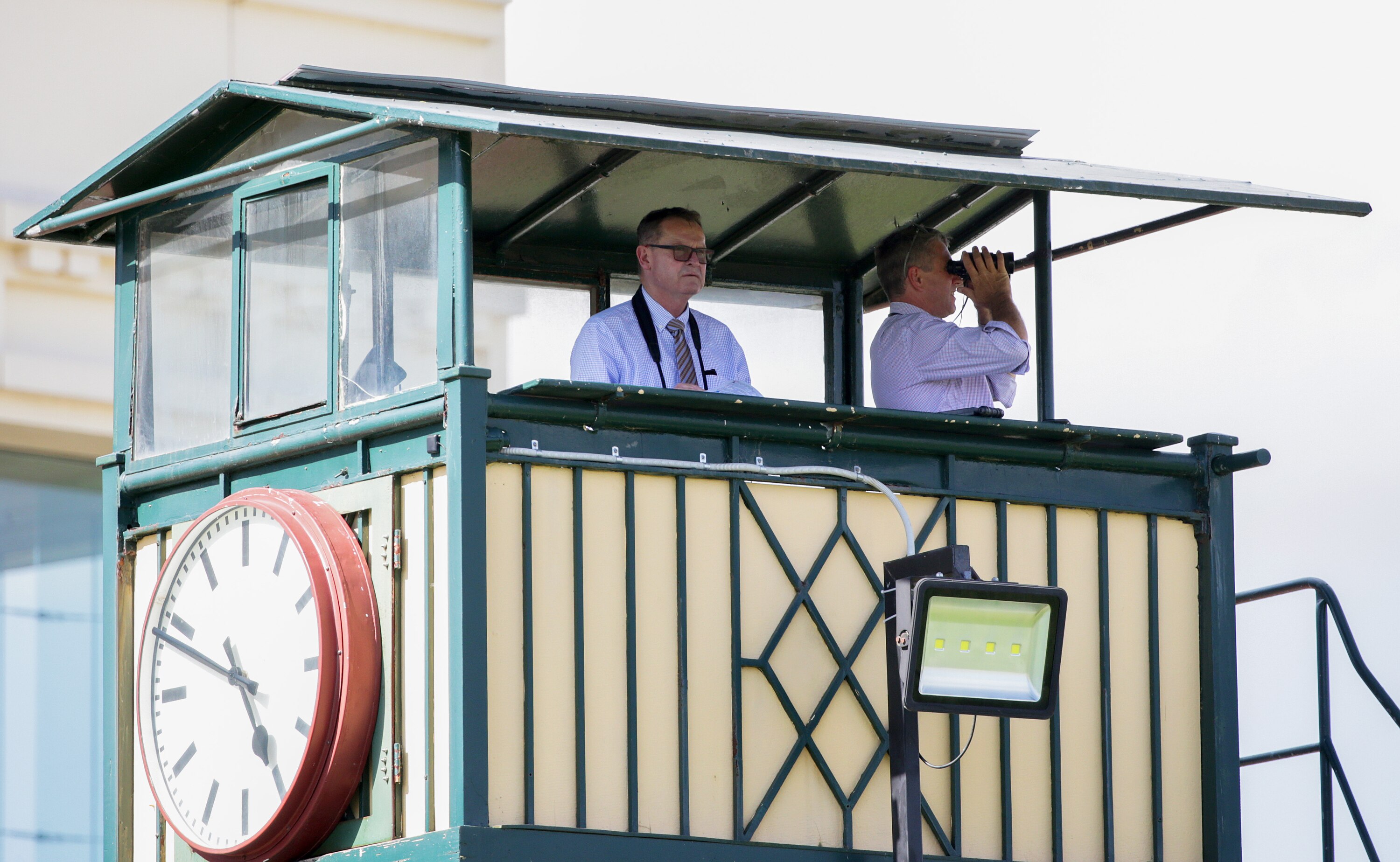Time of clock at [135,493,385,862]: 4:48
